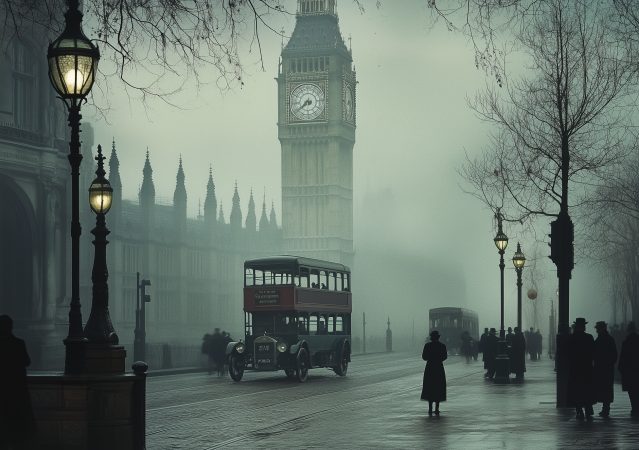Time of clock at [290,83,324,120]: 7:38
